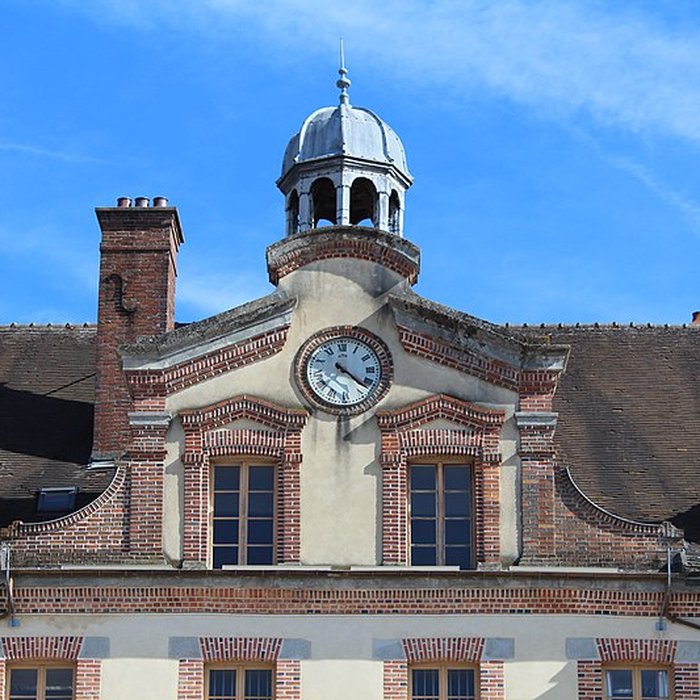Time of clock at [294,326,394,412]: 4:22
